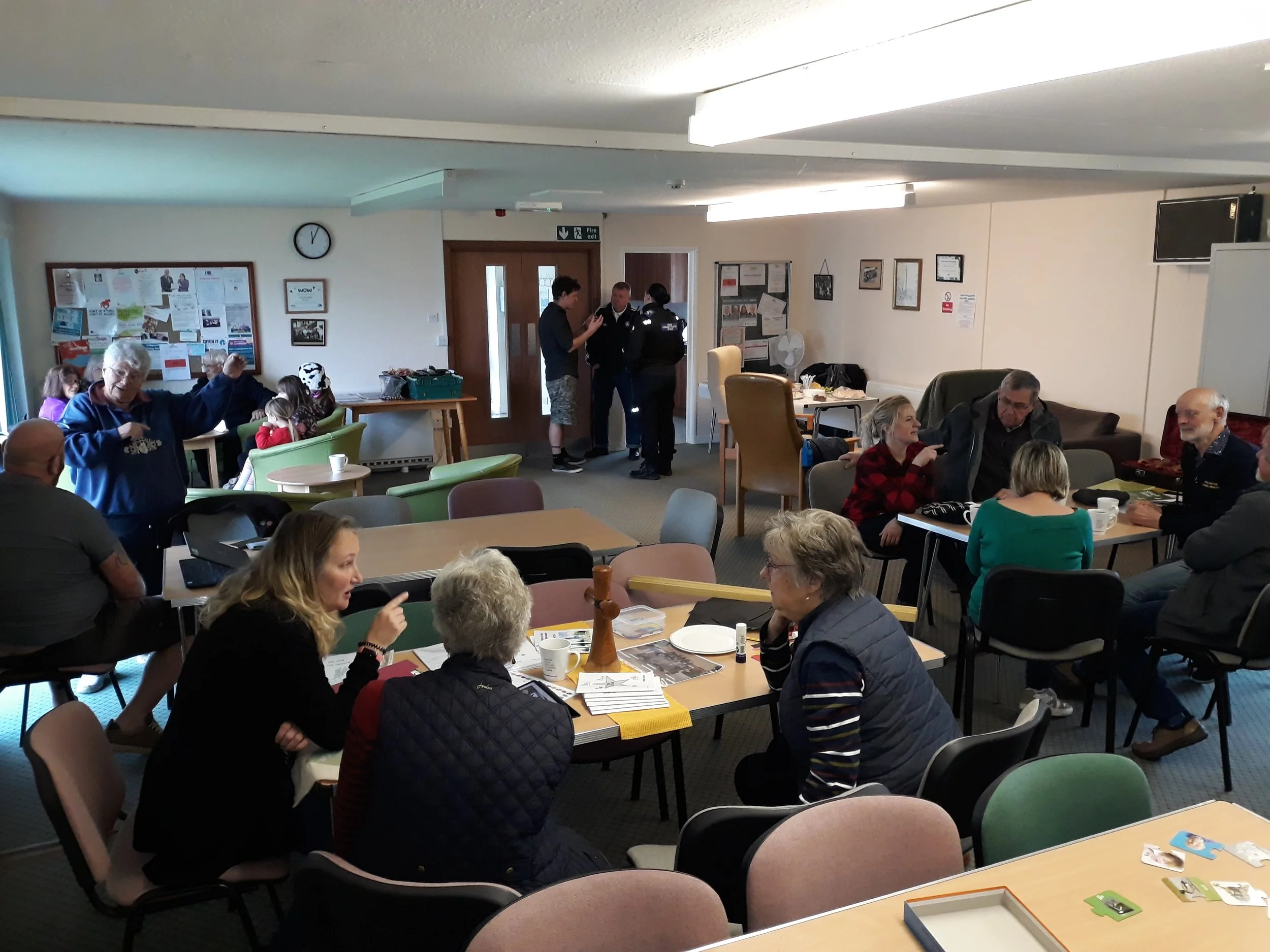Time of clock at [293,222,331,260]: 12:04
